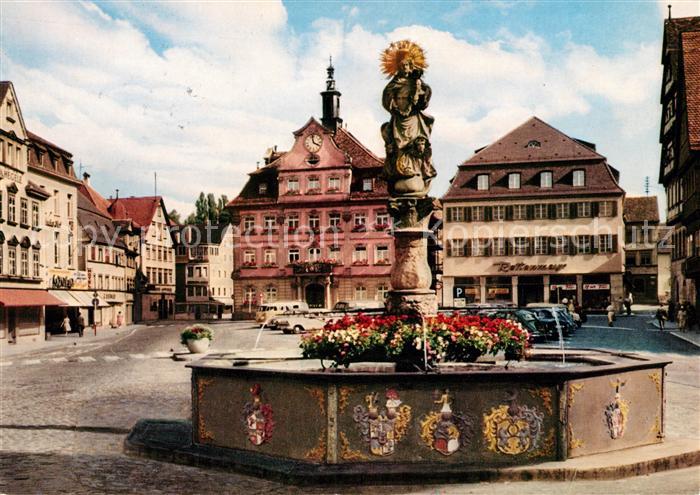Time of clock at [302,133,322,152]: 3:58
